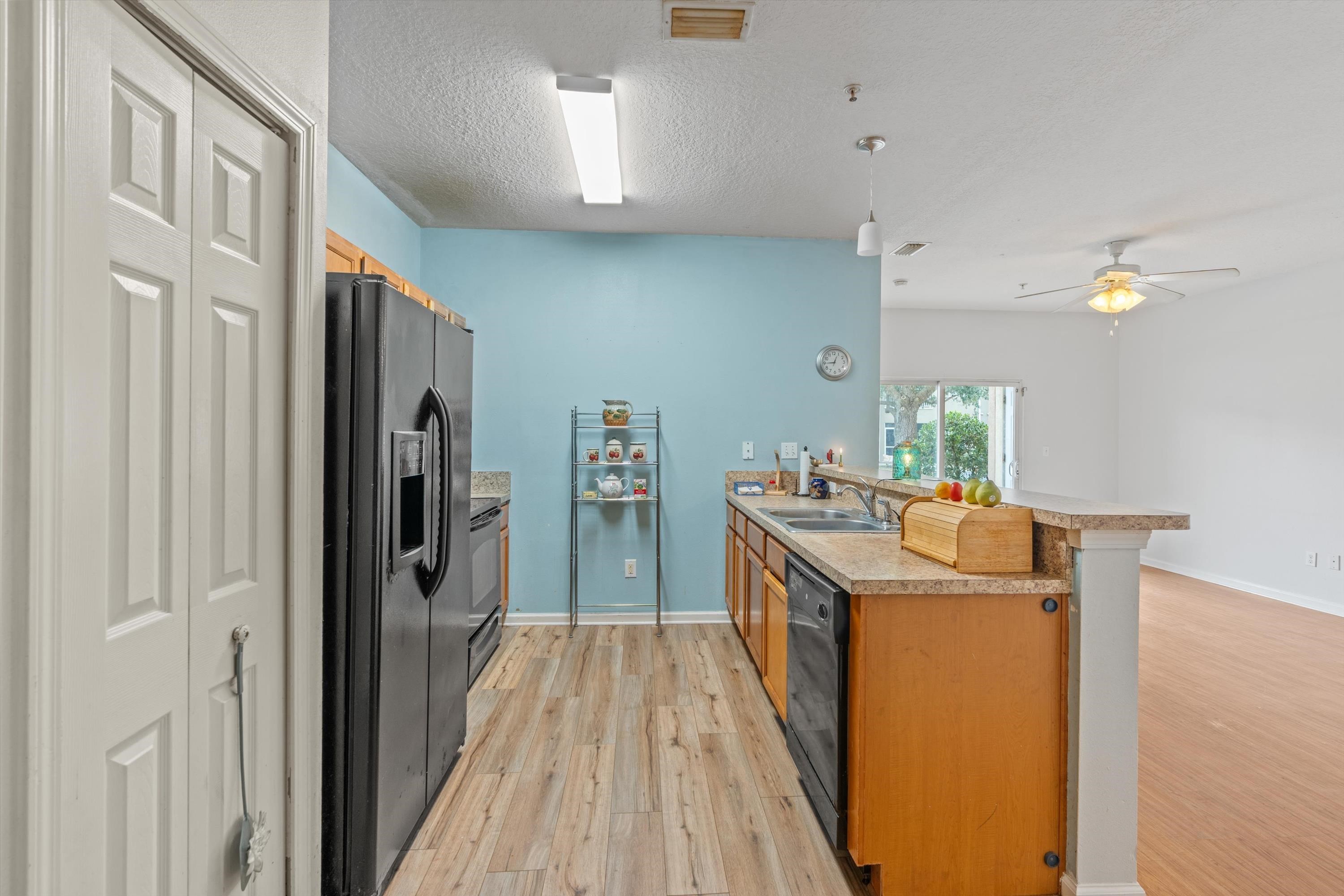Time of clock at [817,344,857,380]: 12:45
